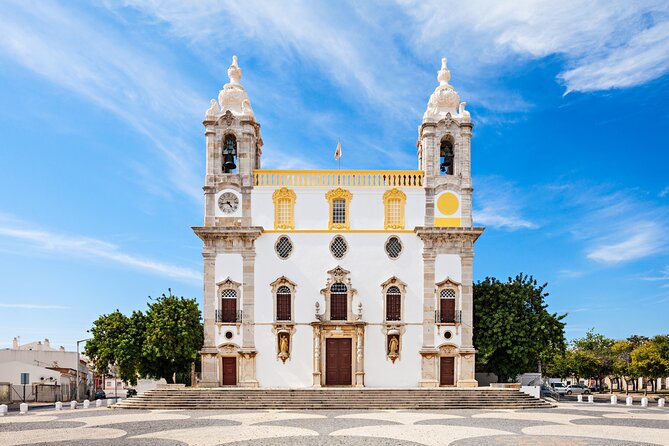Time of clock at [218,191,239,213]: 4:43
